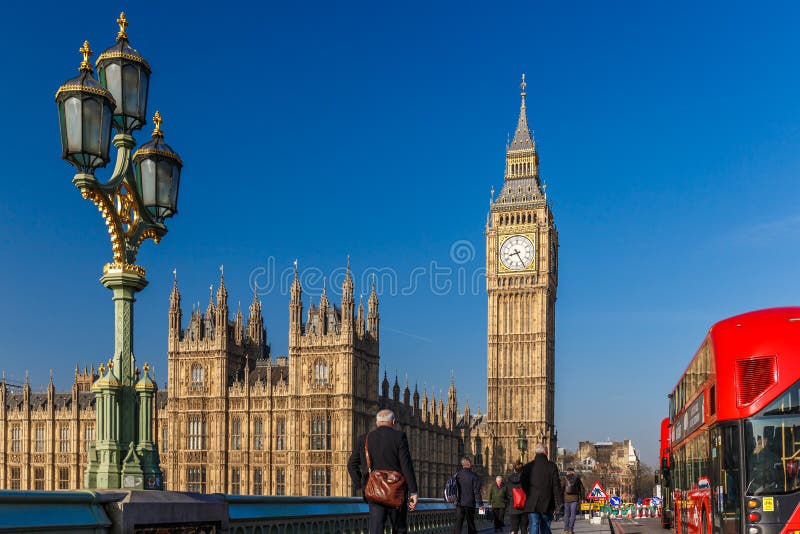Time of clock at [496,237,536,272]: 8:25
